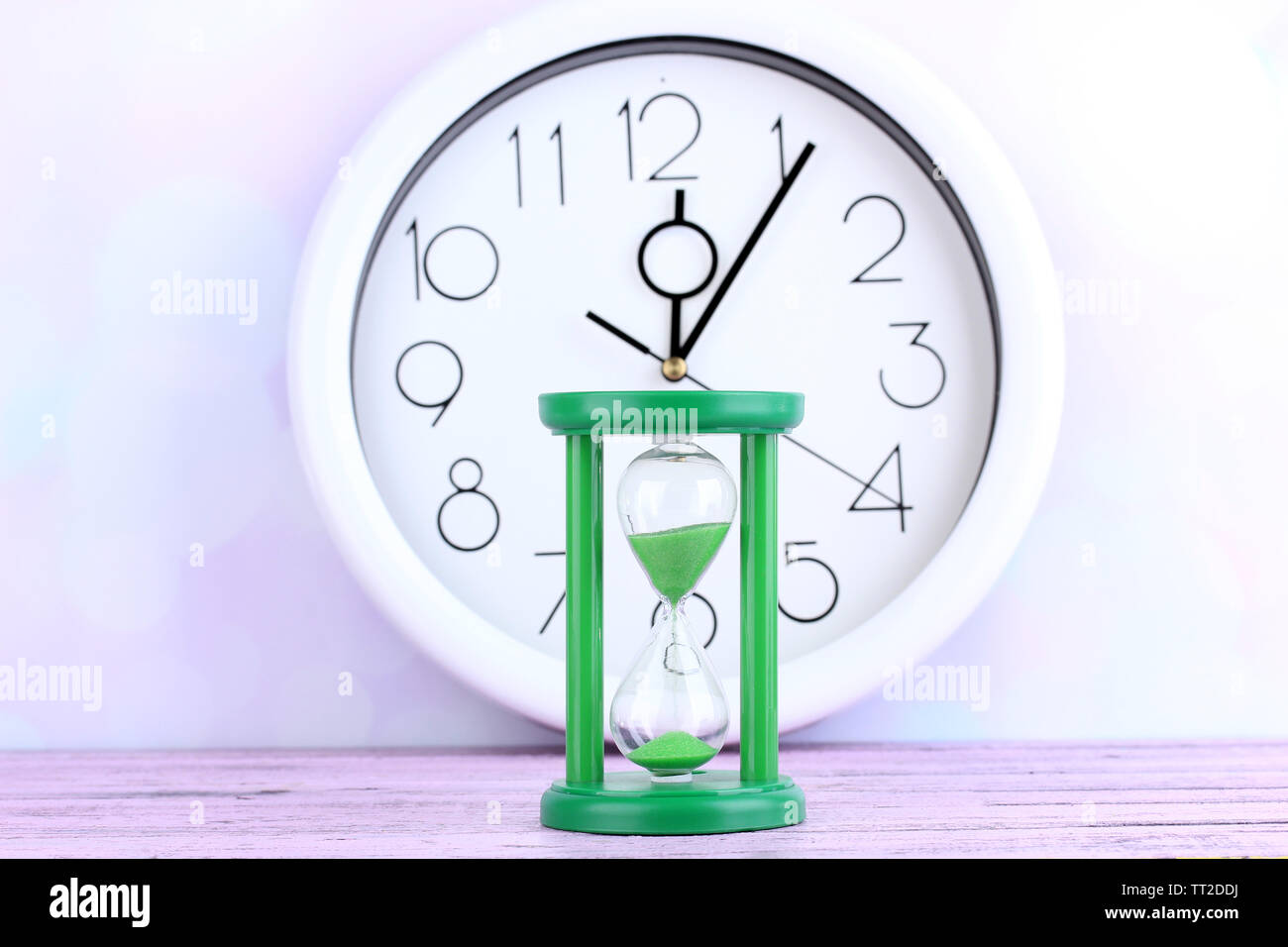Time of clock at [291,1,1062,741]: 12:05
